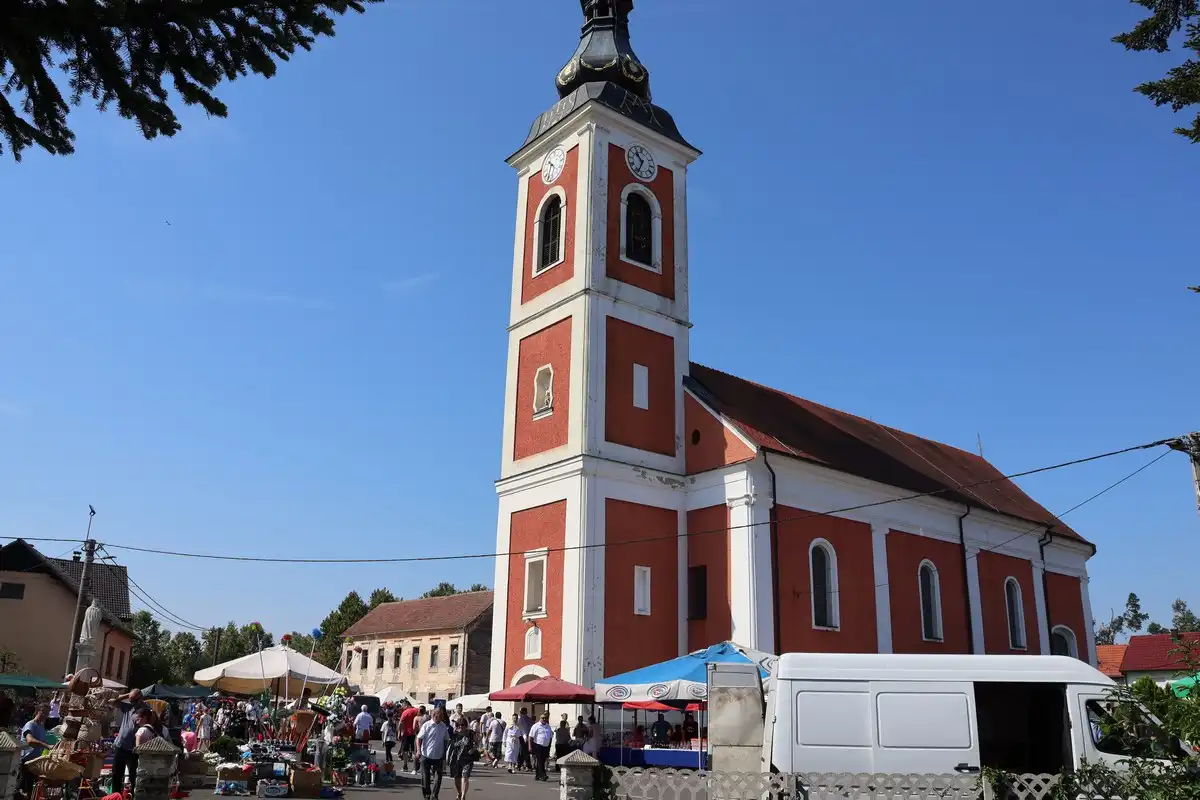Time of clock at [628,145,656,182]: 10:34
